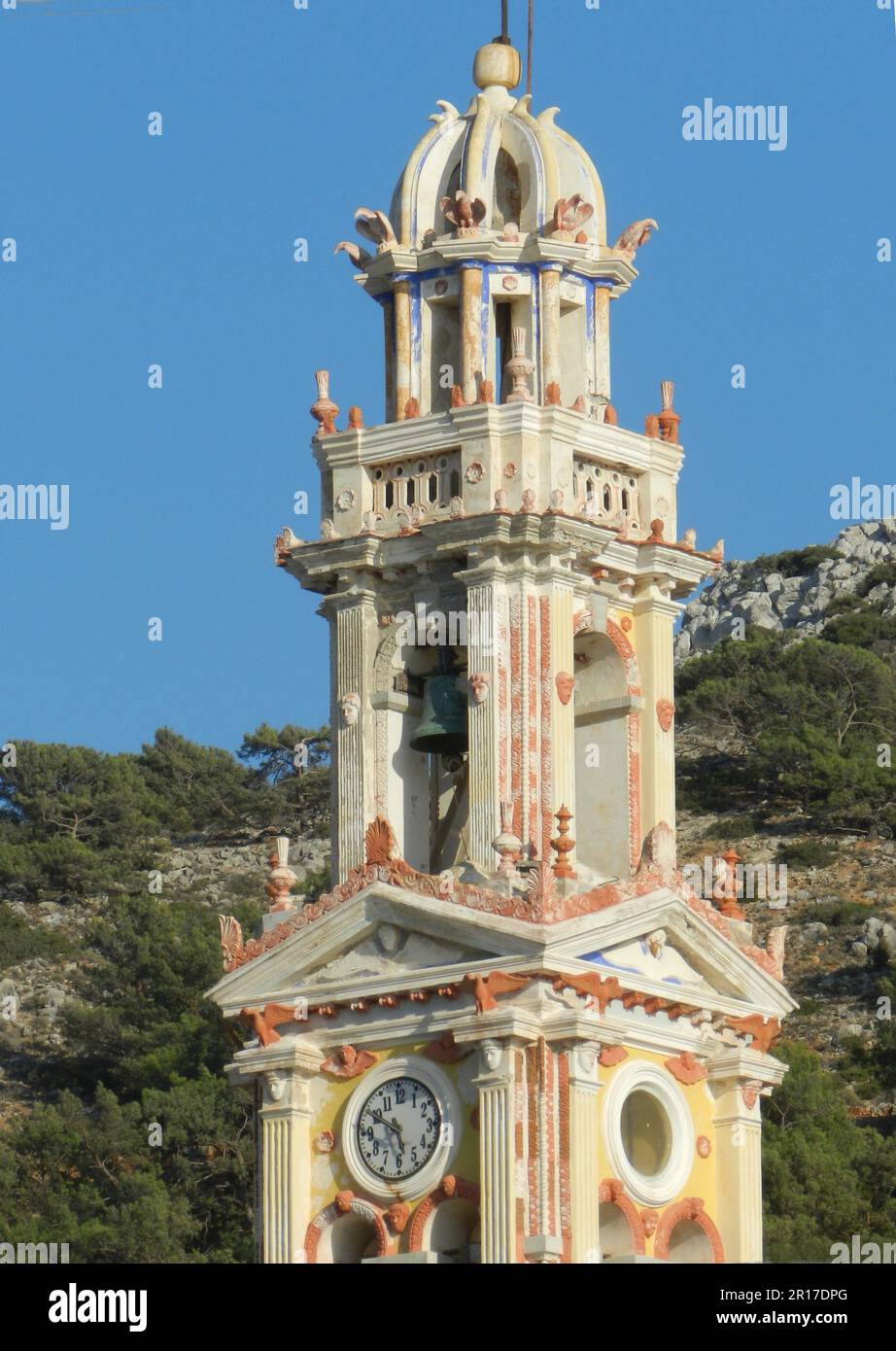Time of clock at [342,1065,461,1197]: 5:49
